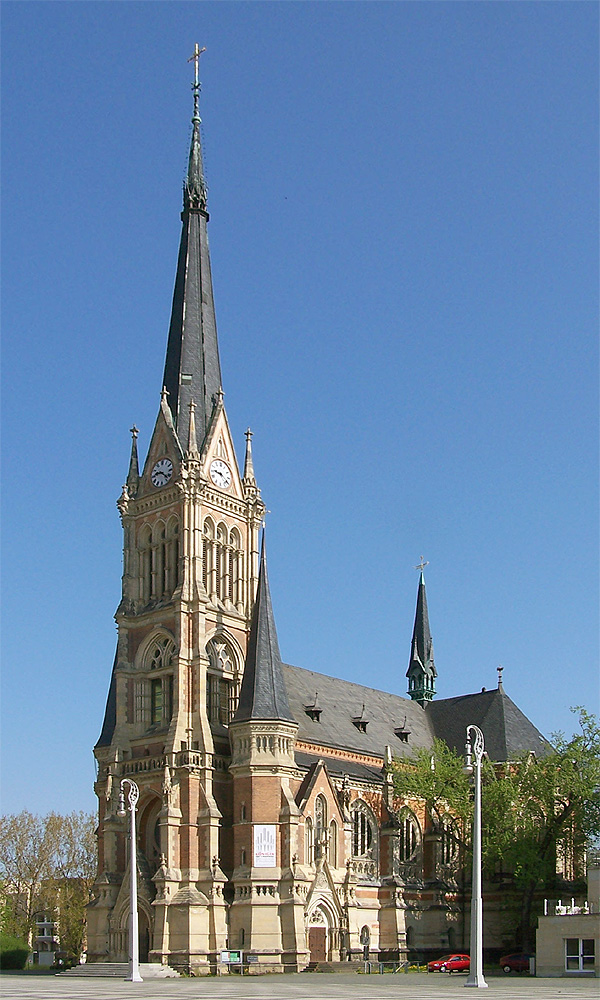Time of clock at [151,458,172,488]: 9:22
